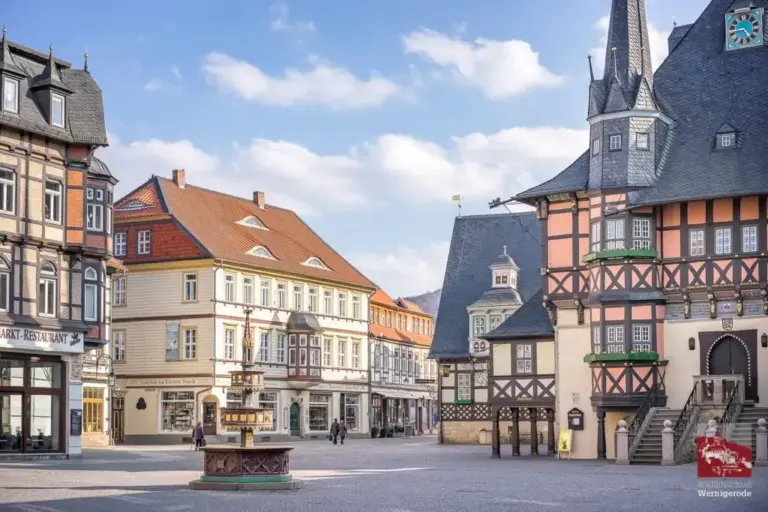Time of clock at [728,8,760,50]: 4:42
